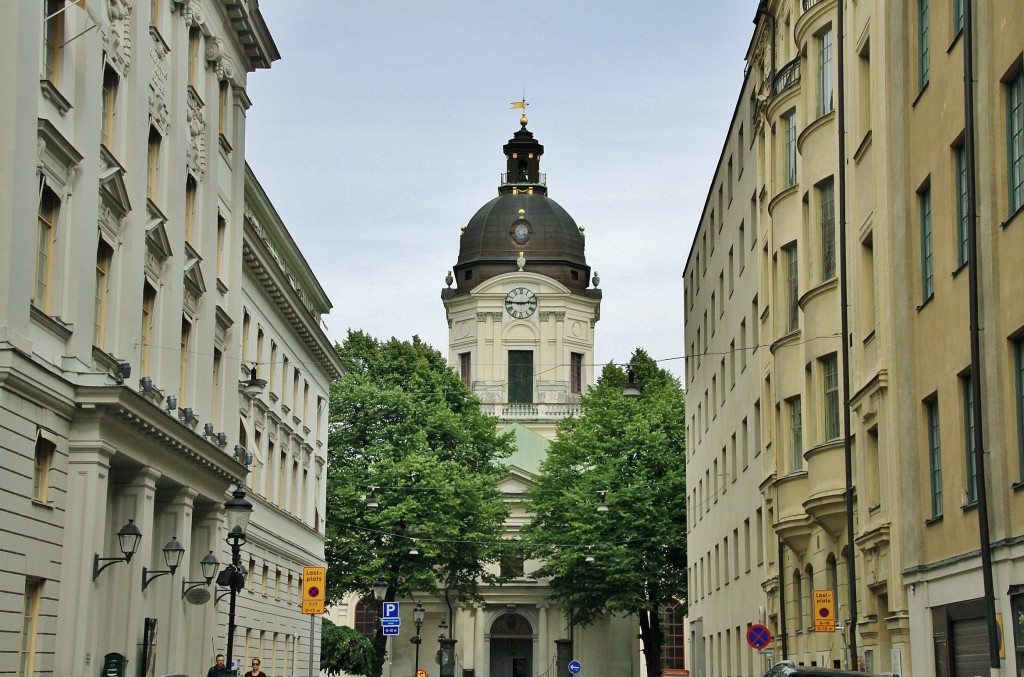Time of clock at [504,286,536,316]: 2:45
